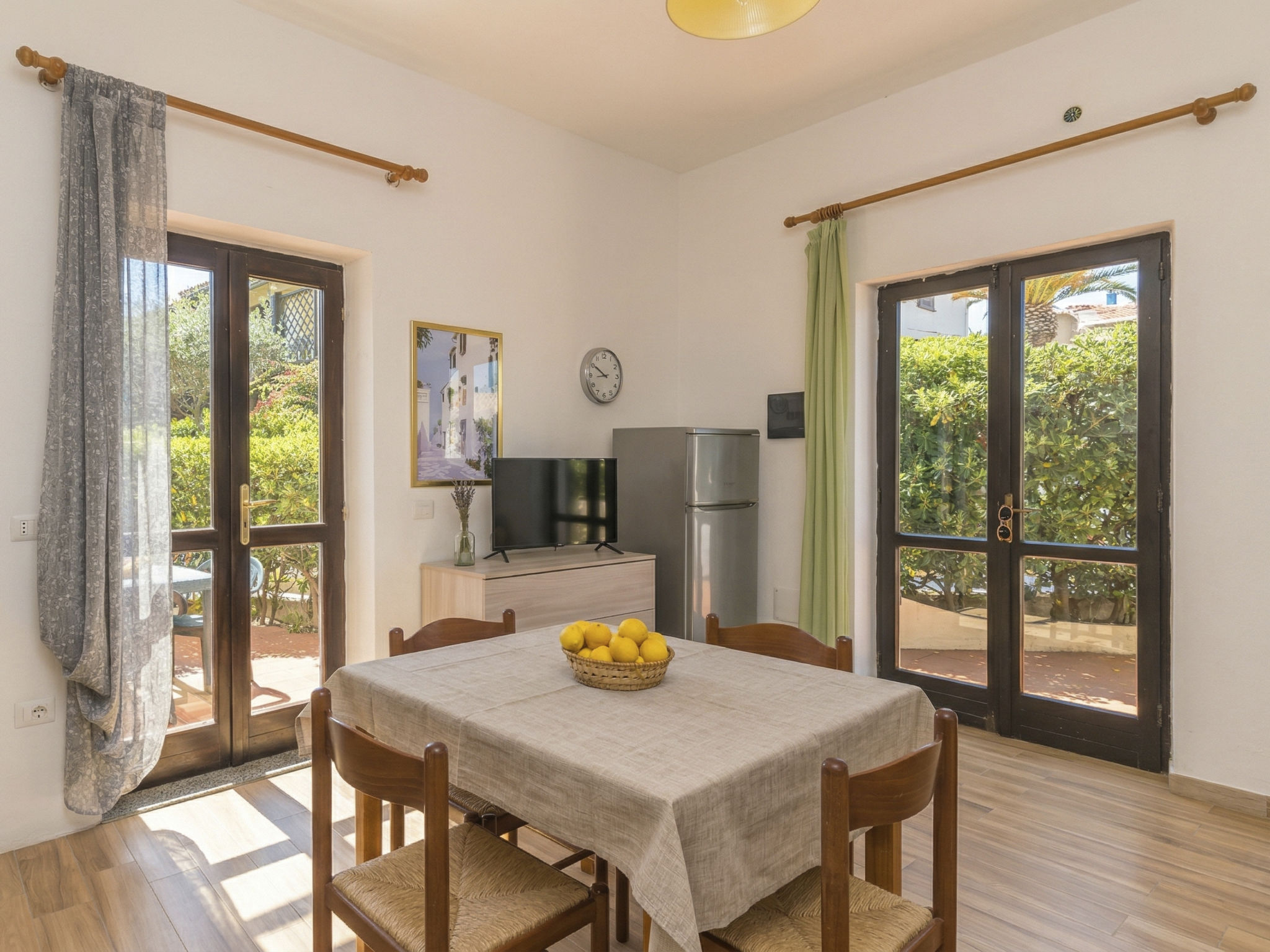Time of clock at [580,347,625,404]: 8:50
